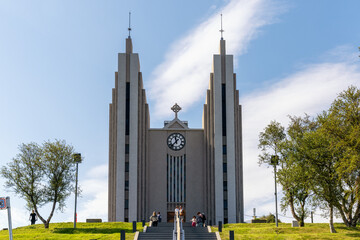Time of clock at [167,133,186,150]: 11:37
